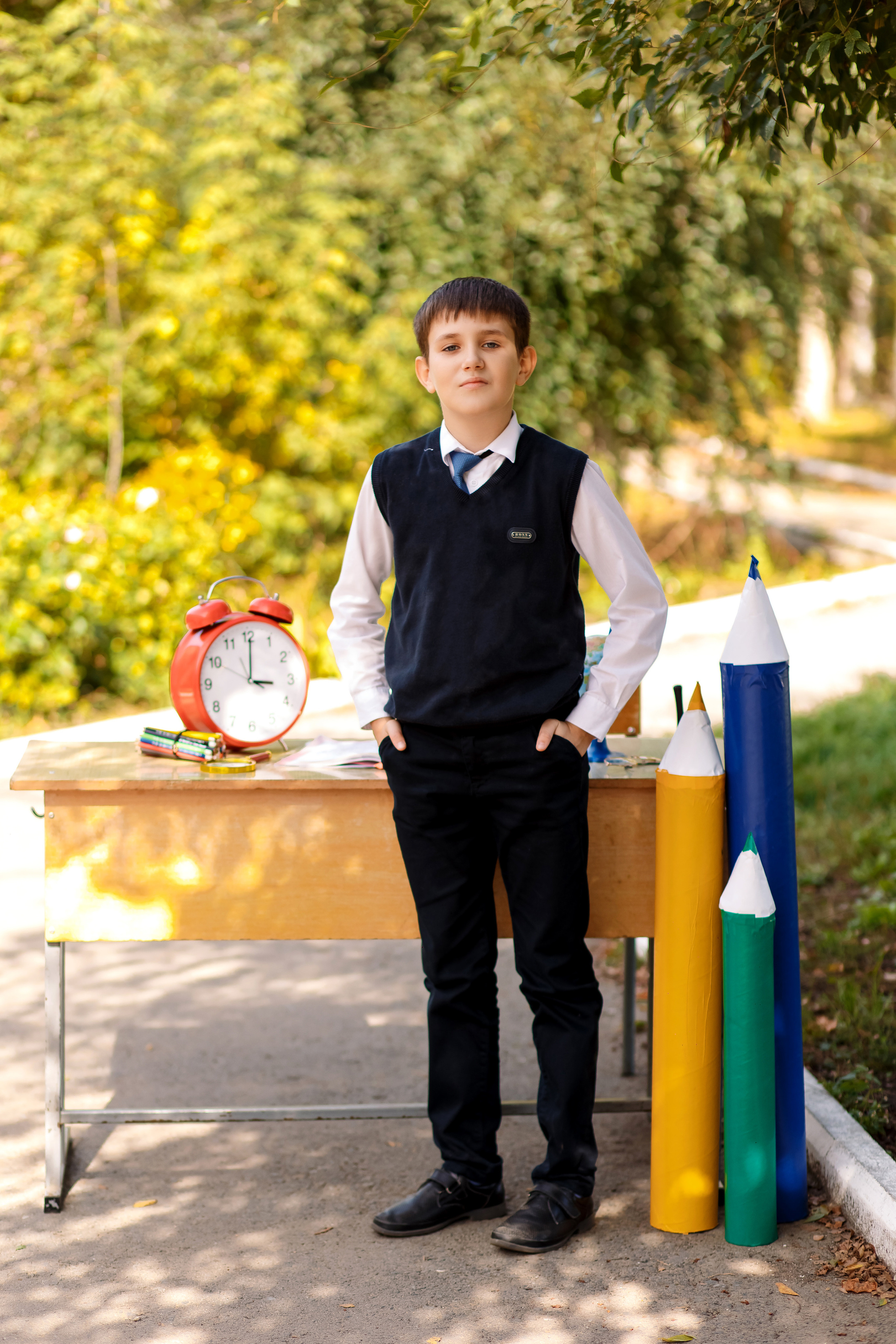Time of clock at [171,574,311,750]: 3:00
